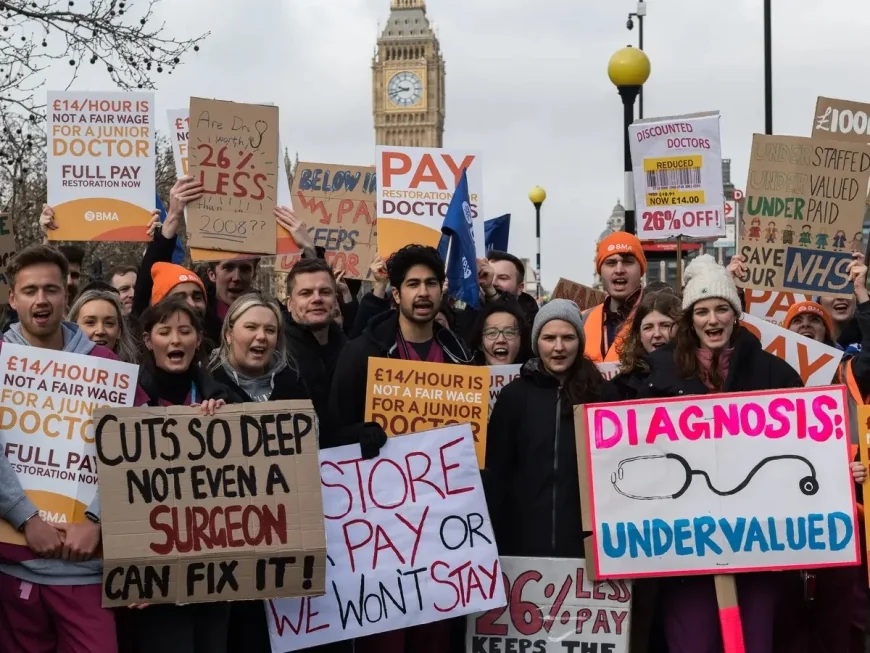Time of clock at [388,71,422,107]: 9:42
